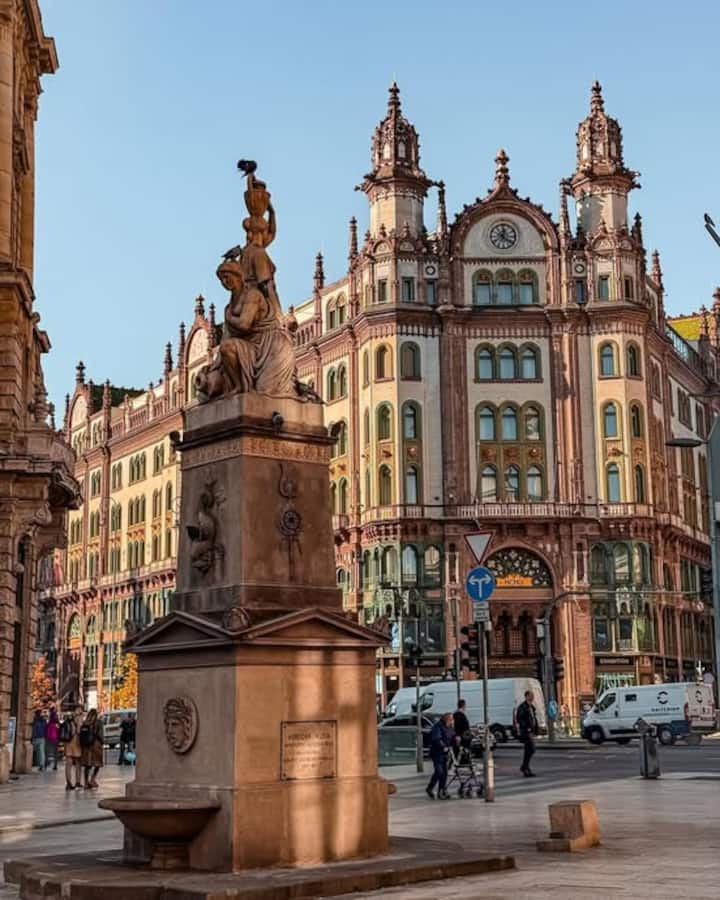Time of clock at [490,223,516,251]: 12:20
